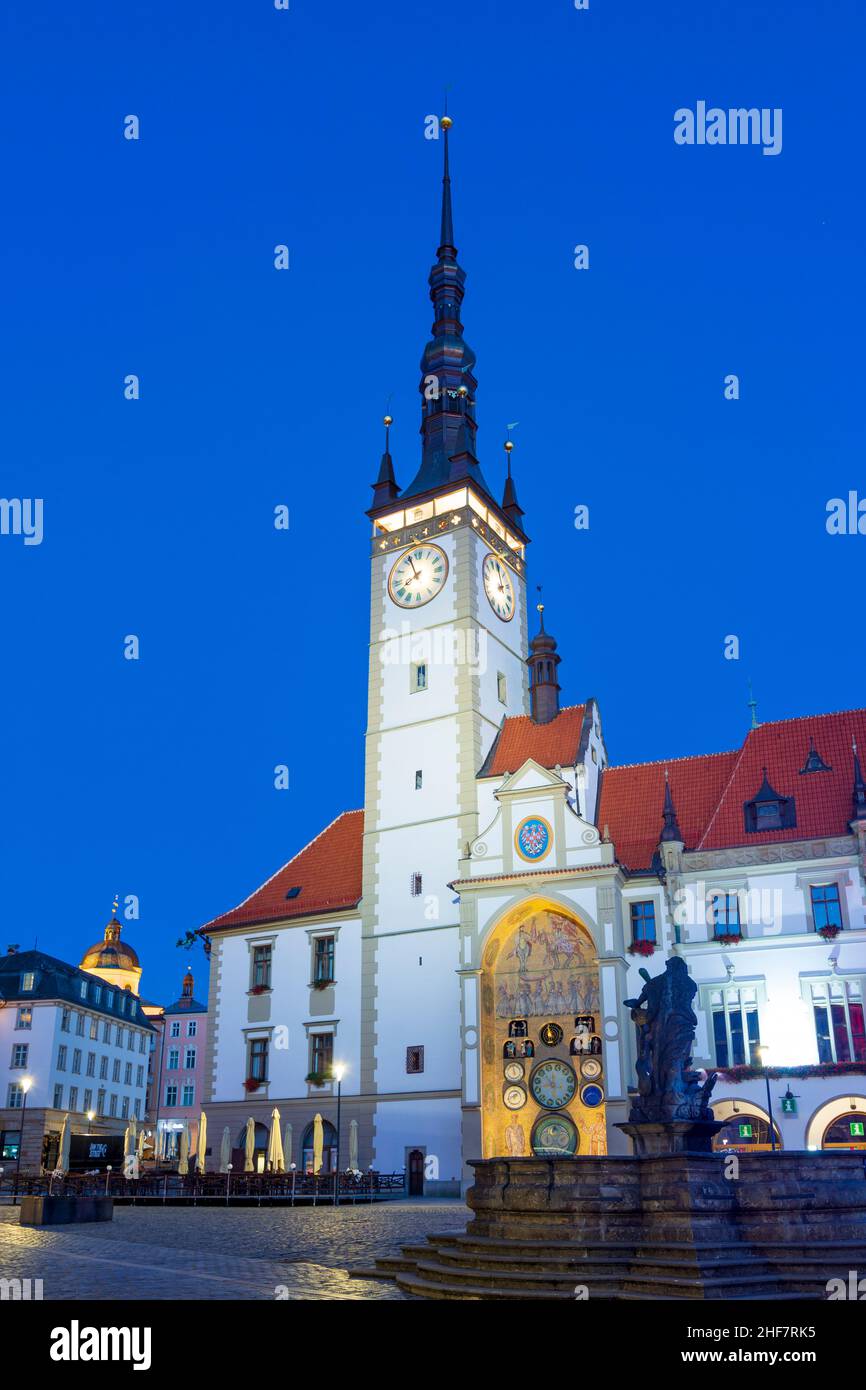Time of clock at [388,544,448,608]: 7:56
